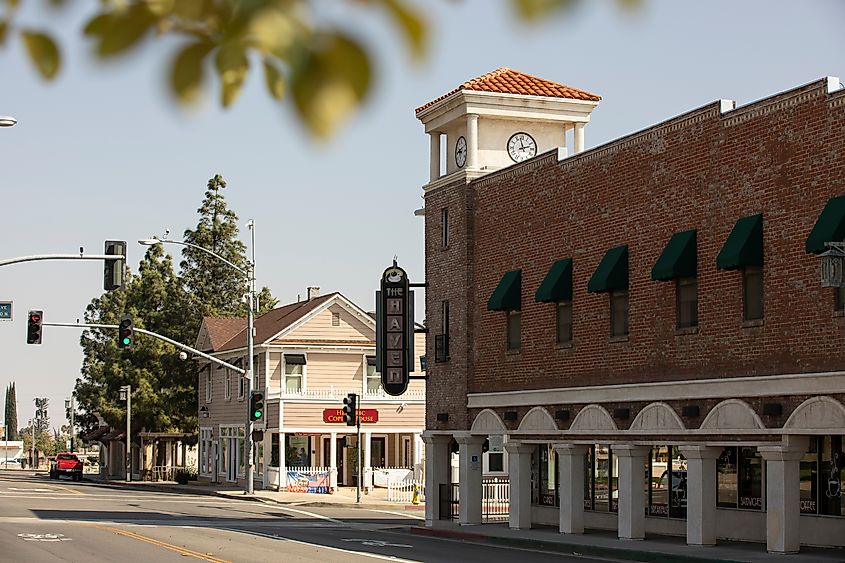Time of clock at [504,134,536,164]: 2:57
